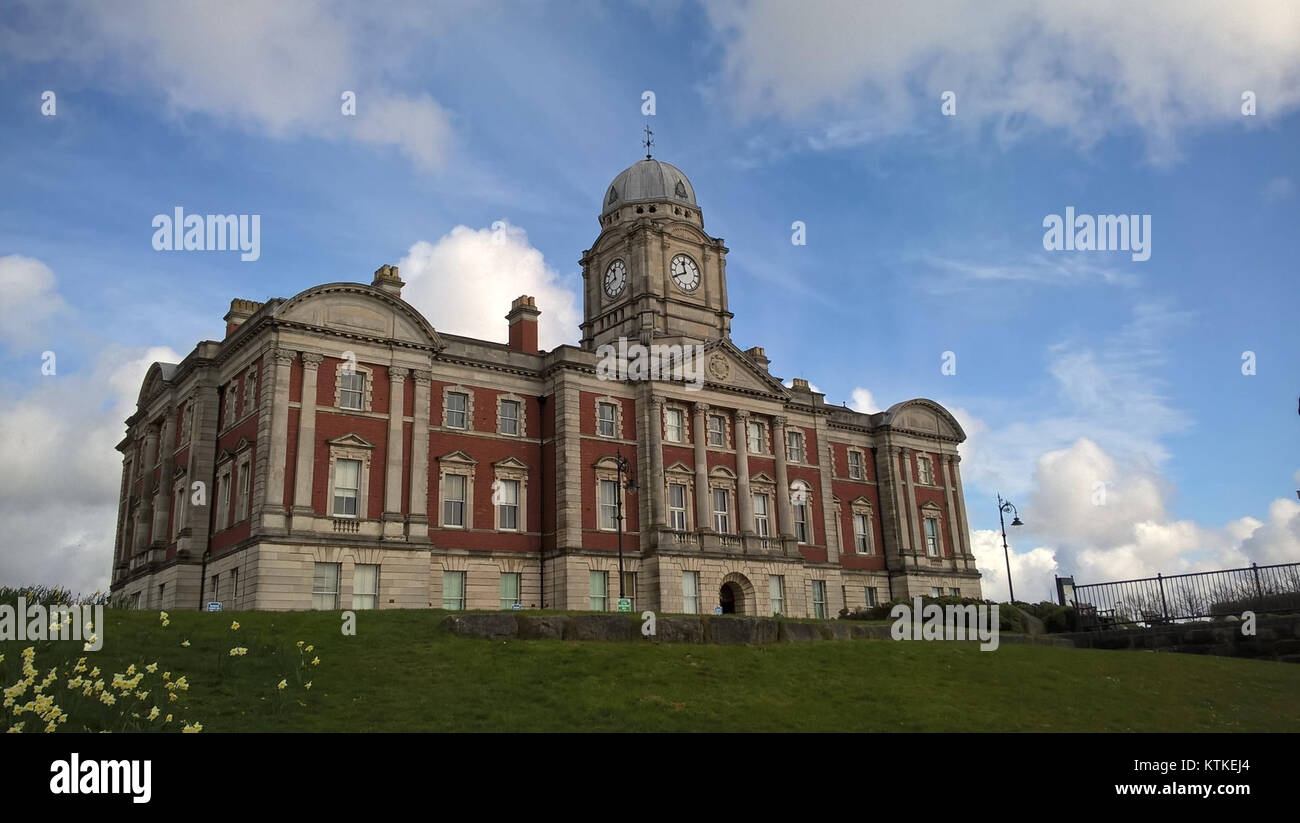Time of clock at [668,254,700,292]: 11:40
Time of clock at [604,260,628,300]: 11:41
